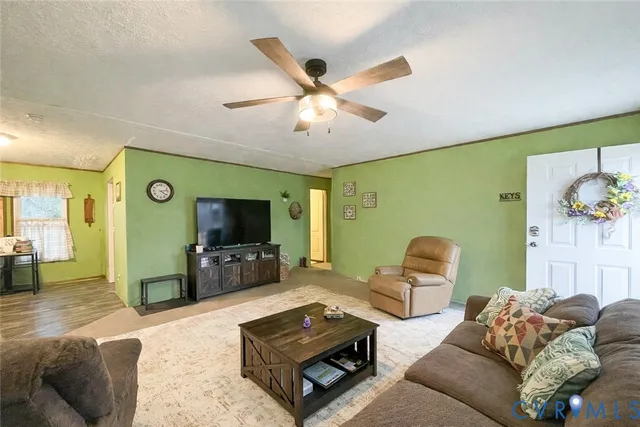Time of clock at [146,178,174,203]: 4:13
